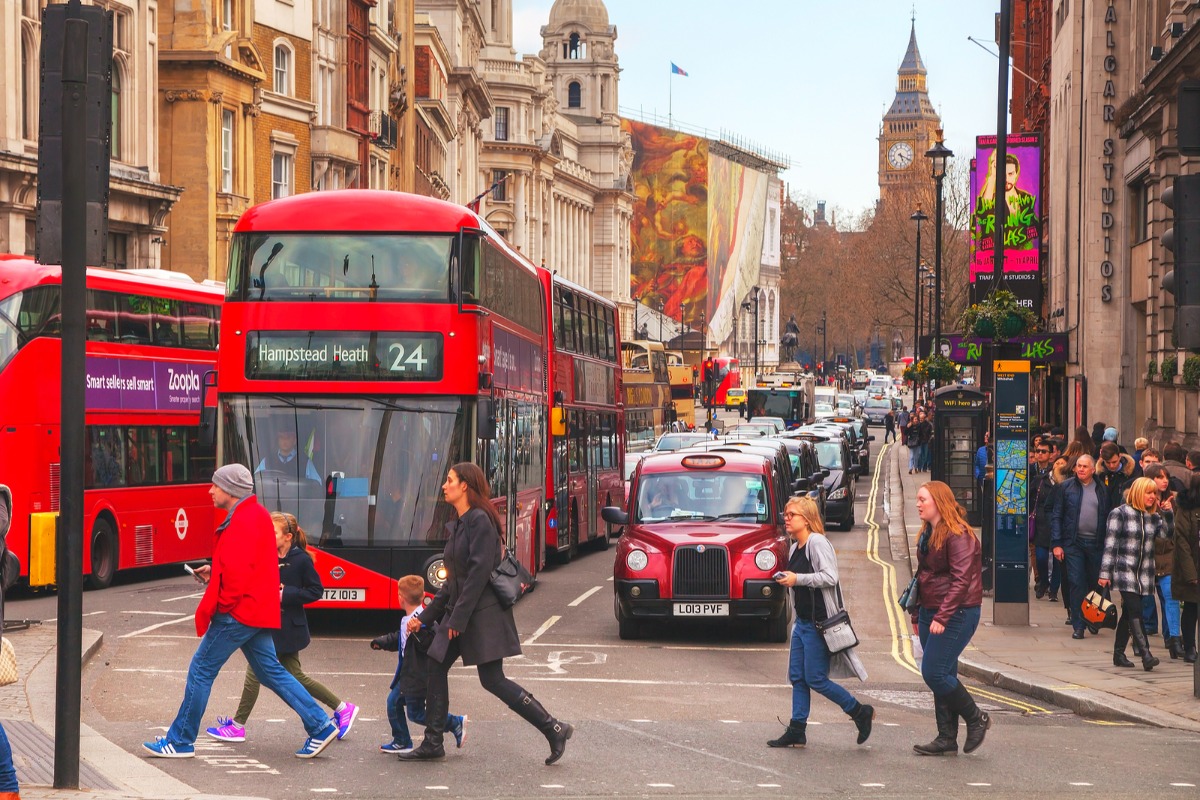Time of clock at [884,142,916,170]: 5:18
